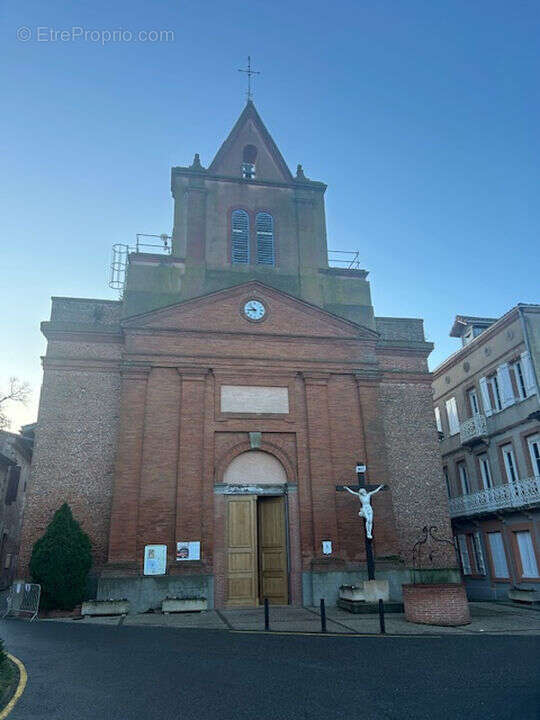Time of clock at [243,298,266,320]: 8:53
